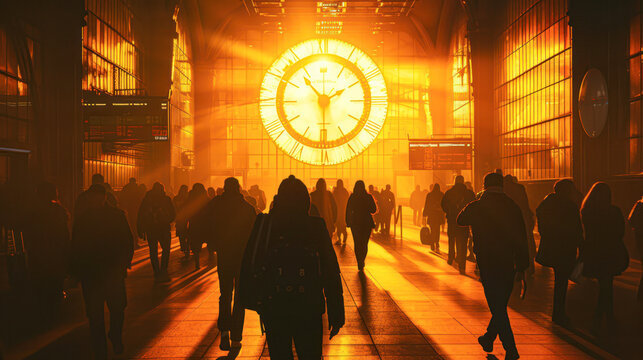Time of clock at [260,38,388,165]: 1:53
